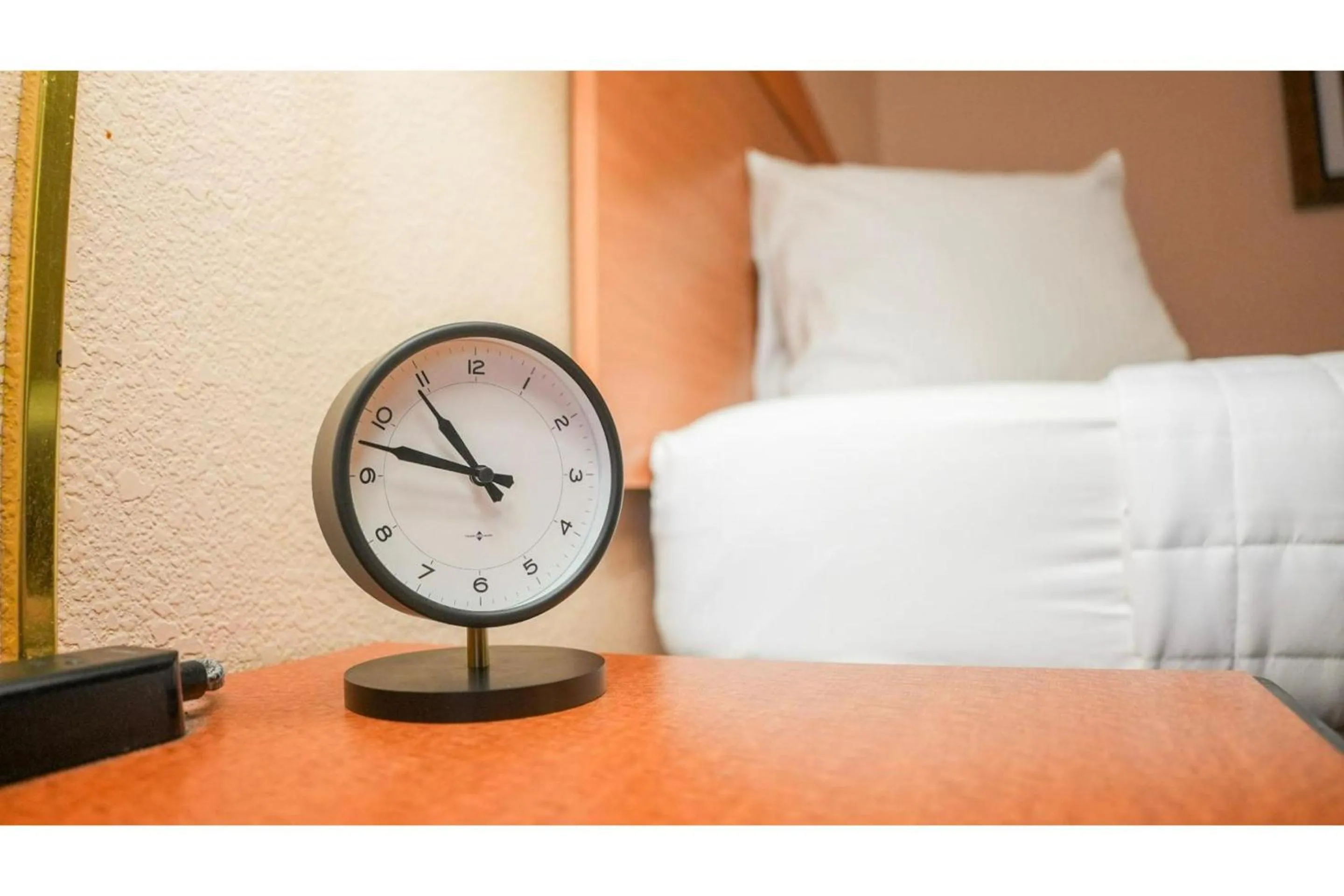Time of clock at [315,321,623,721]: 10:47
